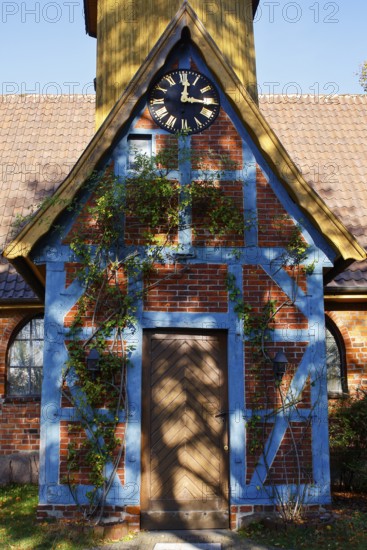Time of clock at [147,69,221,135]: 12:16
